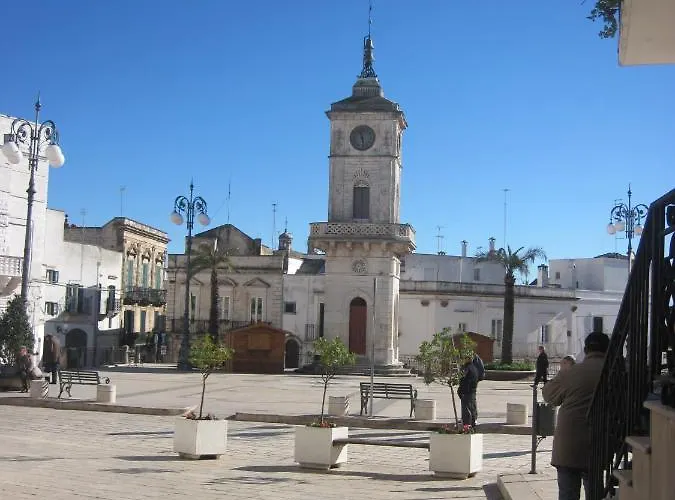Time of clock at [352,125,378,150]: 11:28
